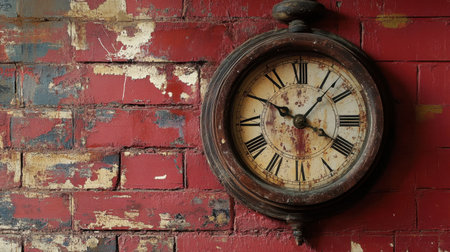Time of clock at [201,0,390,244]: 1:19
